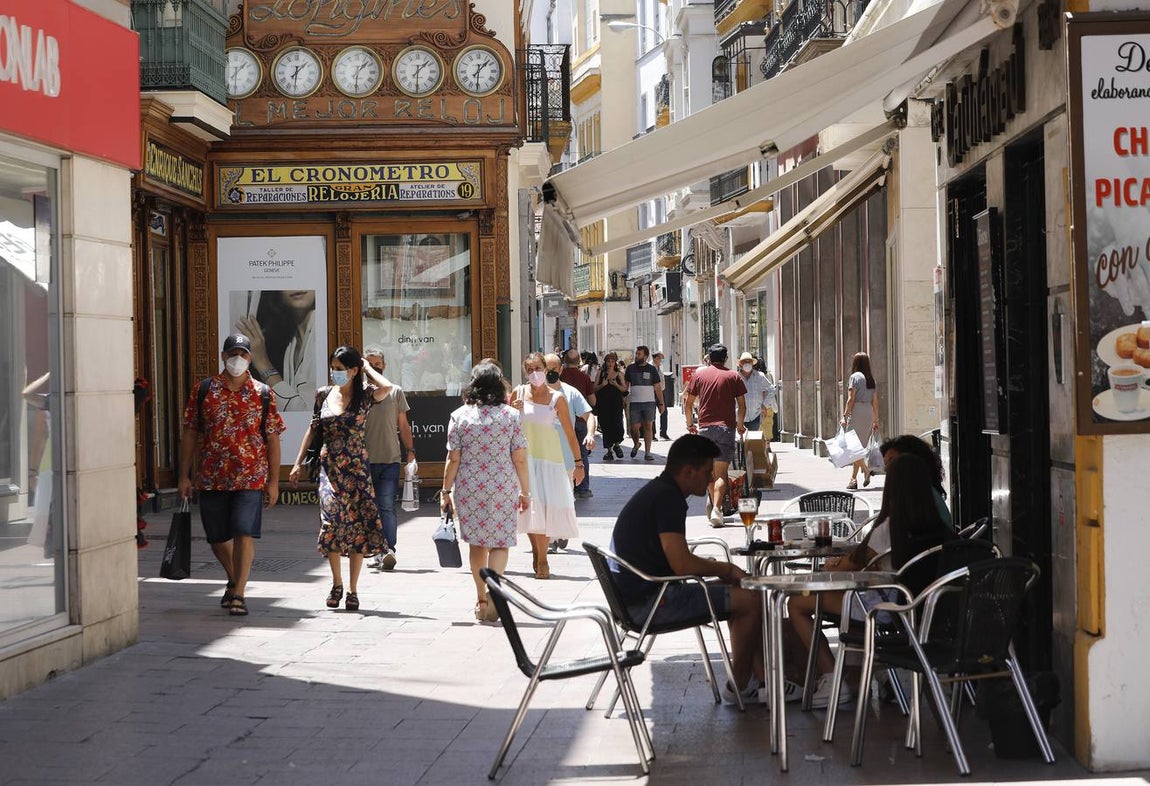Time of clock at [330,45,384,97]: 1:31
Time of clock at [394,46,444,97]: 1:30
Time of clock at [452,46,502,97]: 1:30
